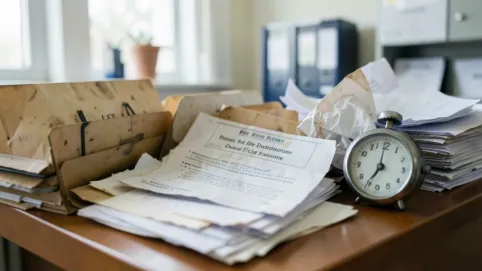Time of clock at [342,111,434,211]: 7:00
